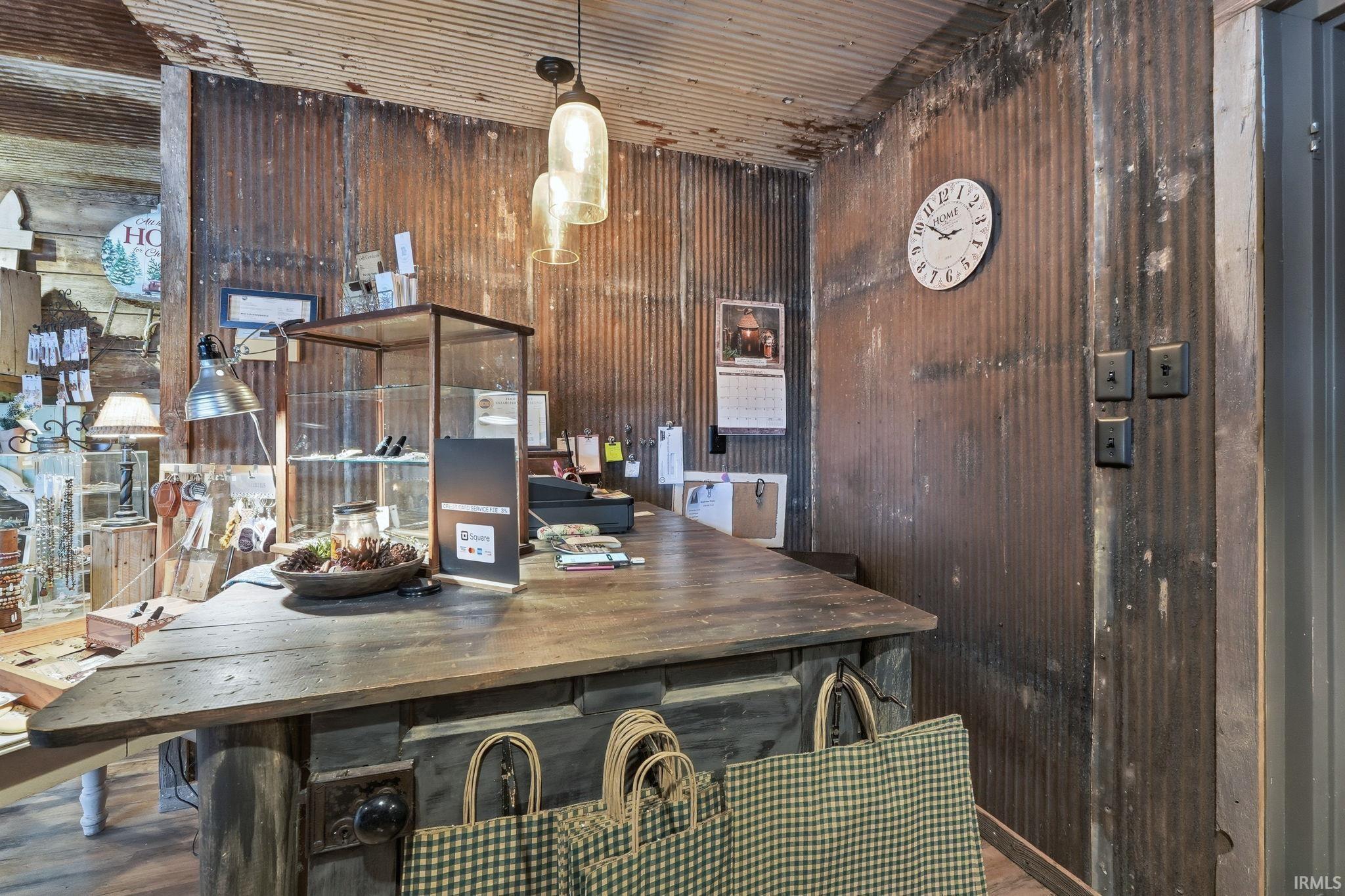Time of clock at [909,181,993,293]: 2:52
